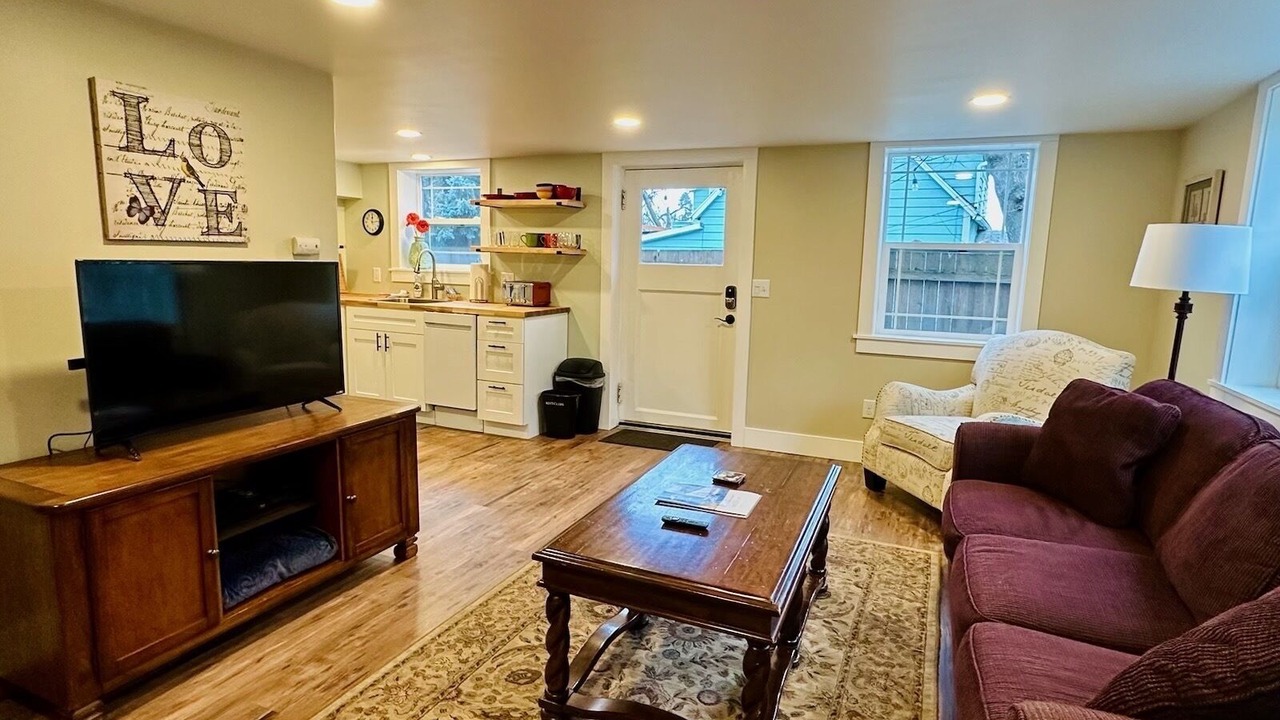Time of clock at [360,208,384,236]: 12:13
